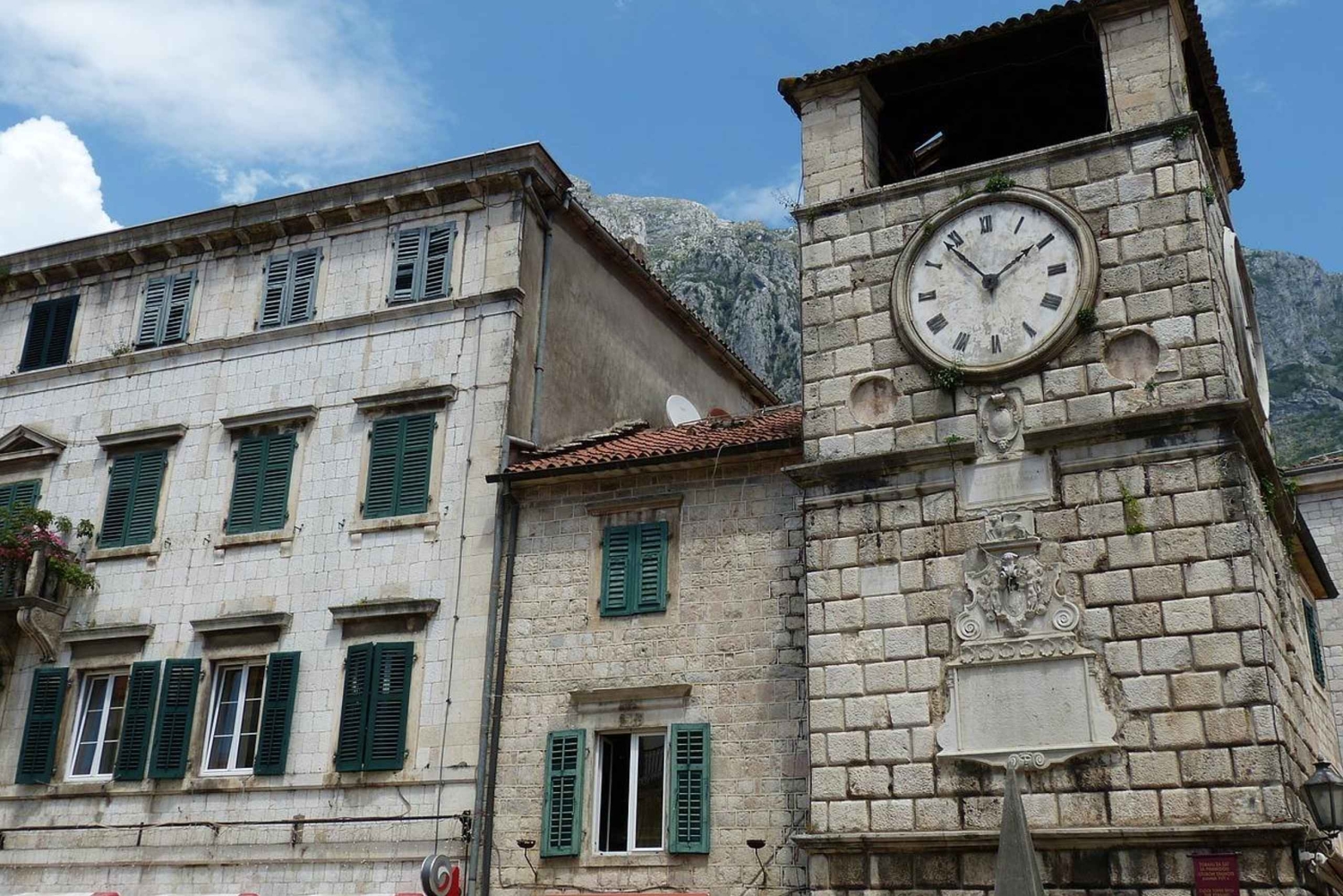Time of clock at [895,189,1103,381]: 1:53
